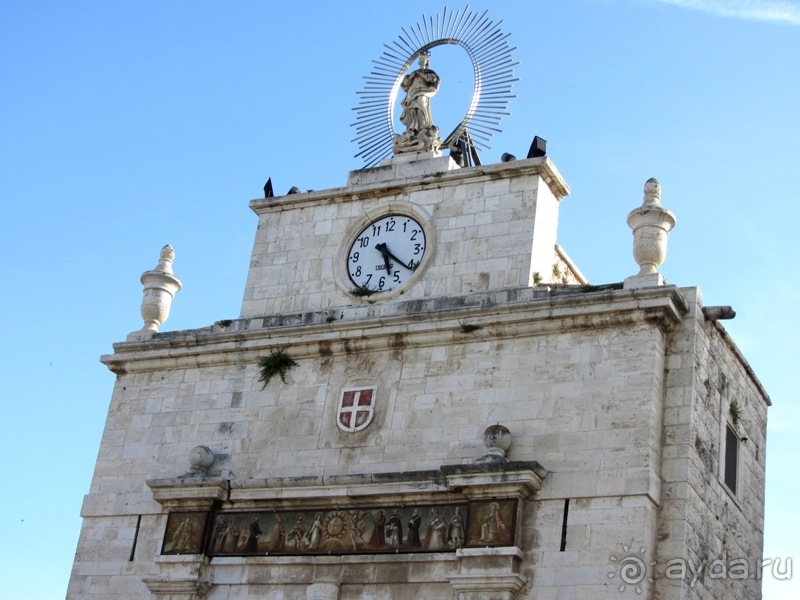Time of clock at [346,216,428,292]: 5:21
